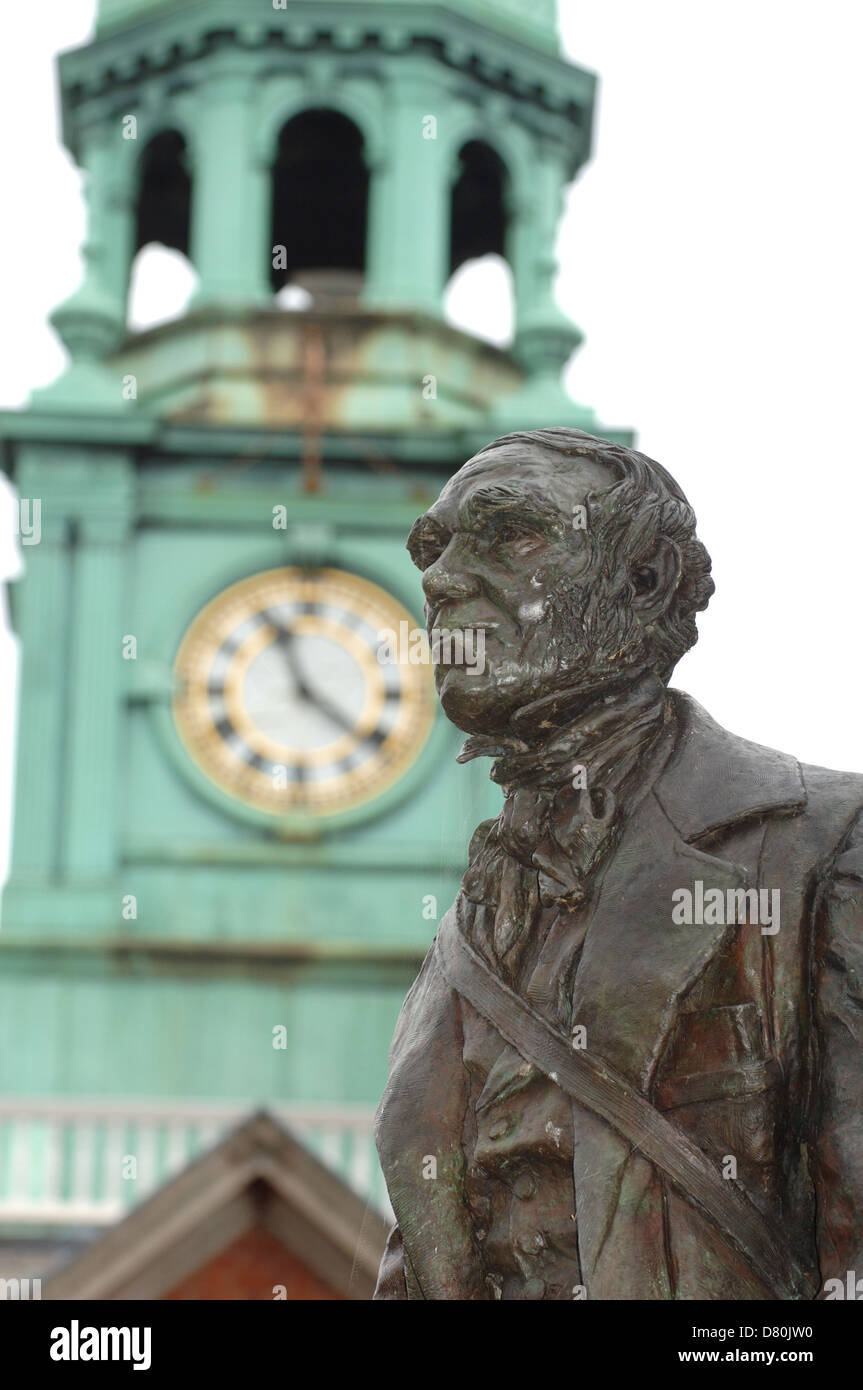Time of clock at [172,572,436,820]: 11:21
